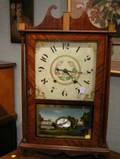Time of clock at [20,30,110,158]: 4:16
